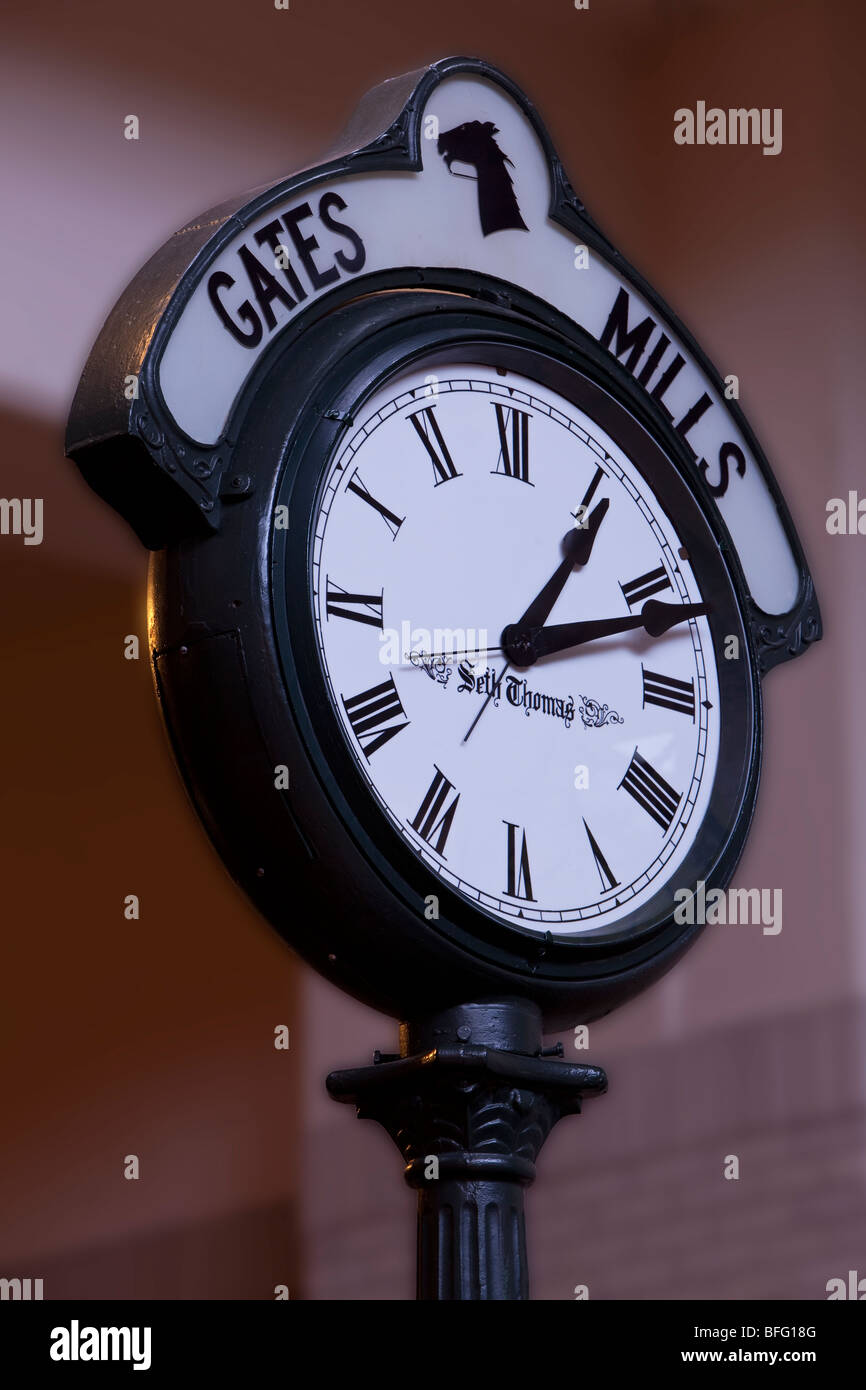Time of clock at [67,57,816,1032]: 1:11
